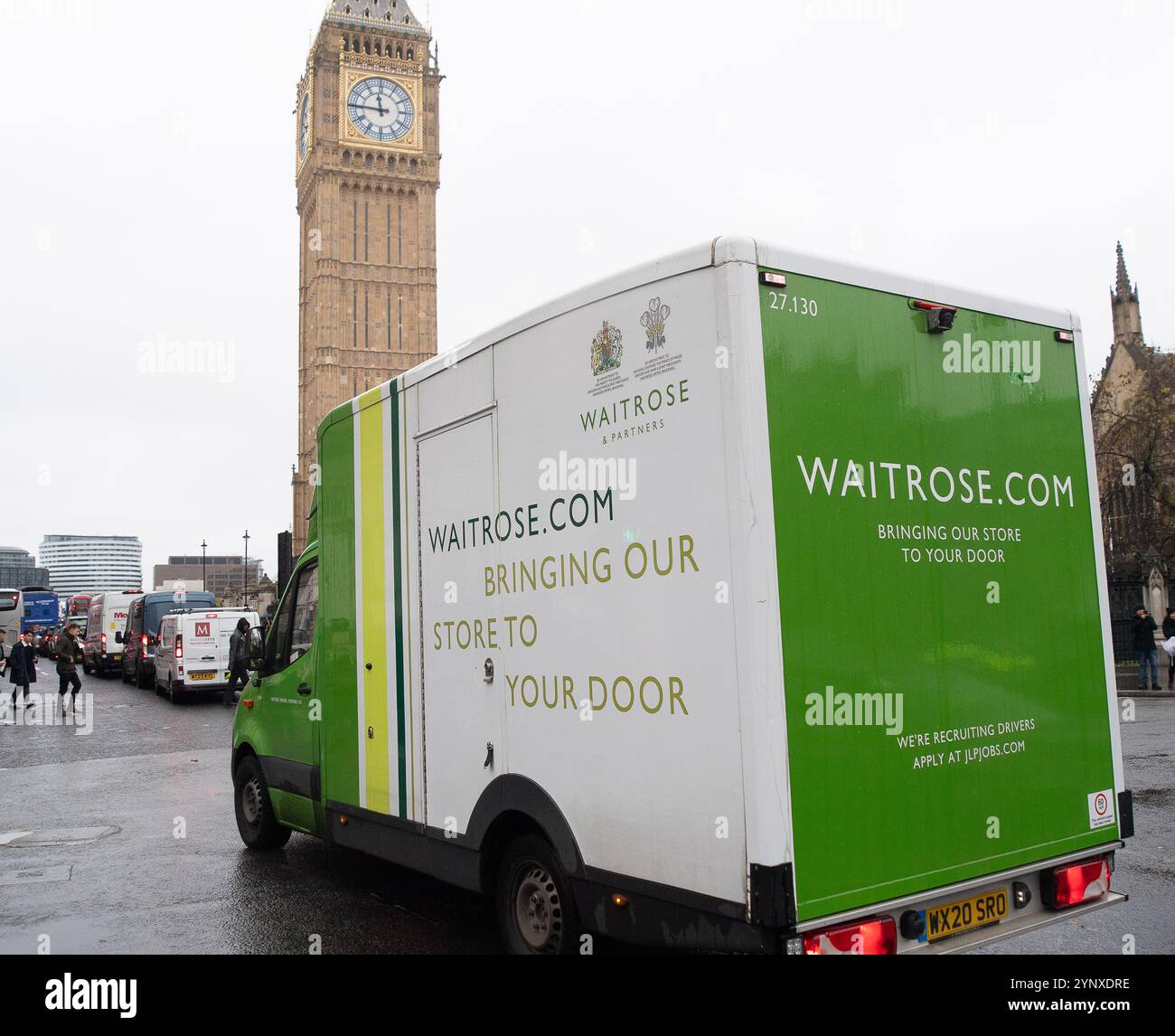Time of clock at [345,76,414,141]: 11:45
